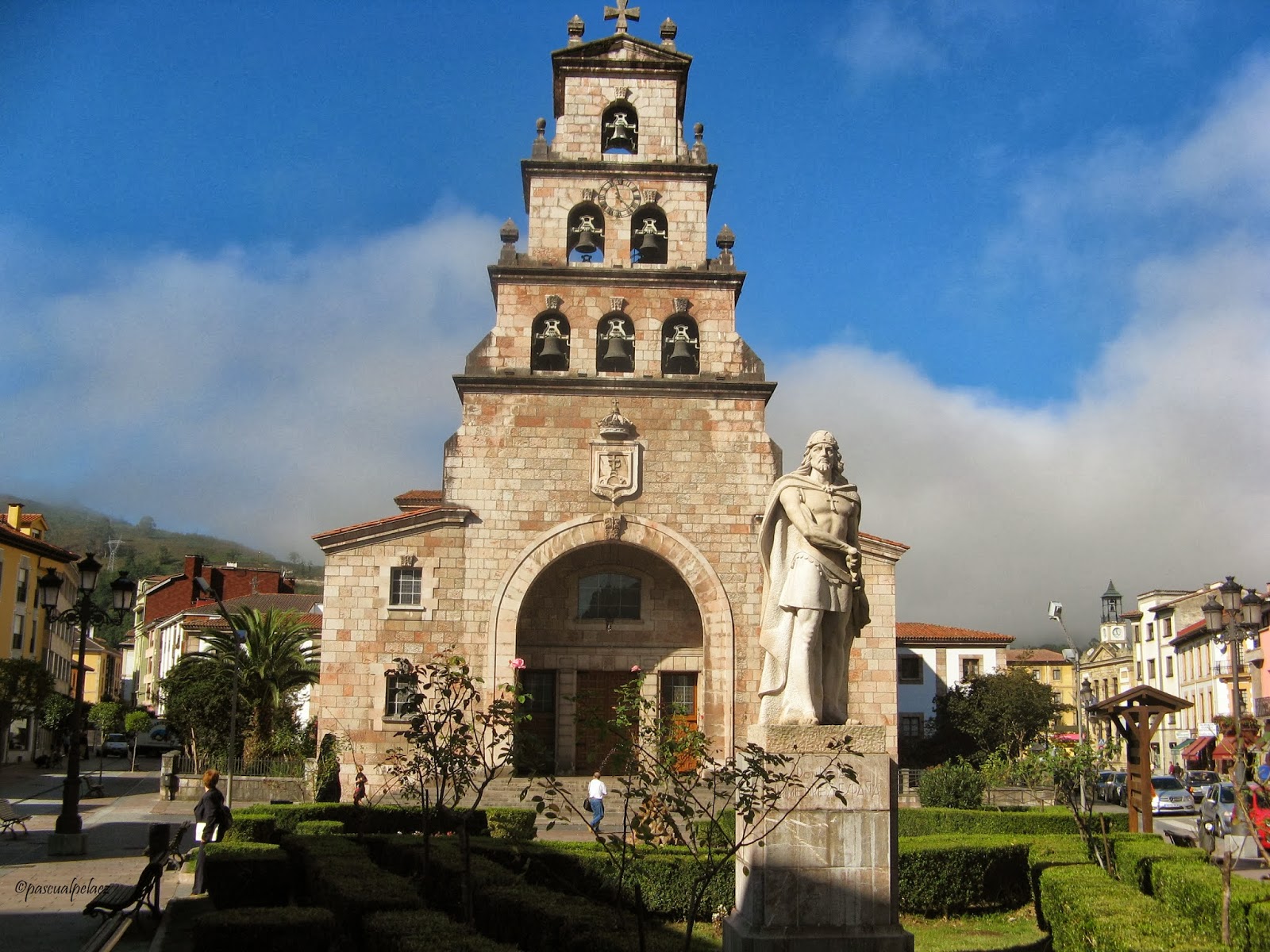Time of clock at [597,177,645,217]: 11:22
